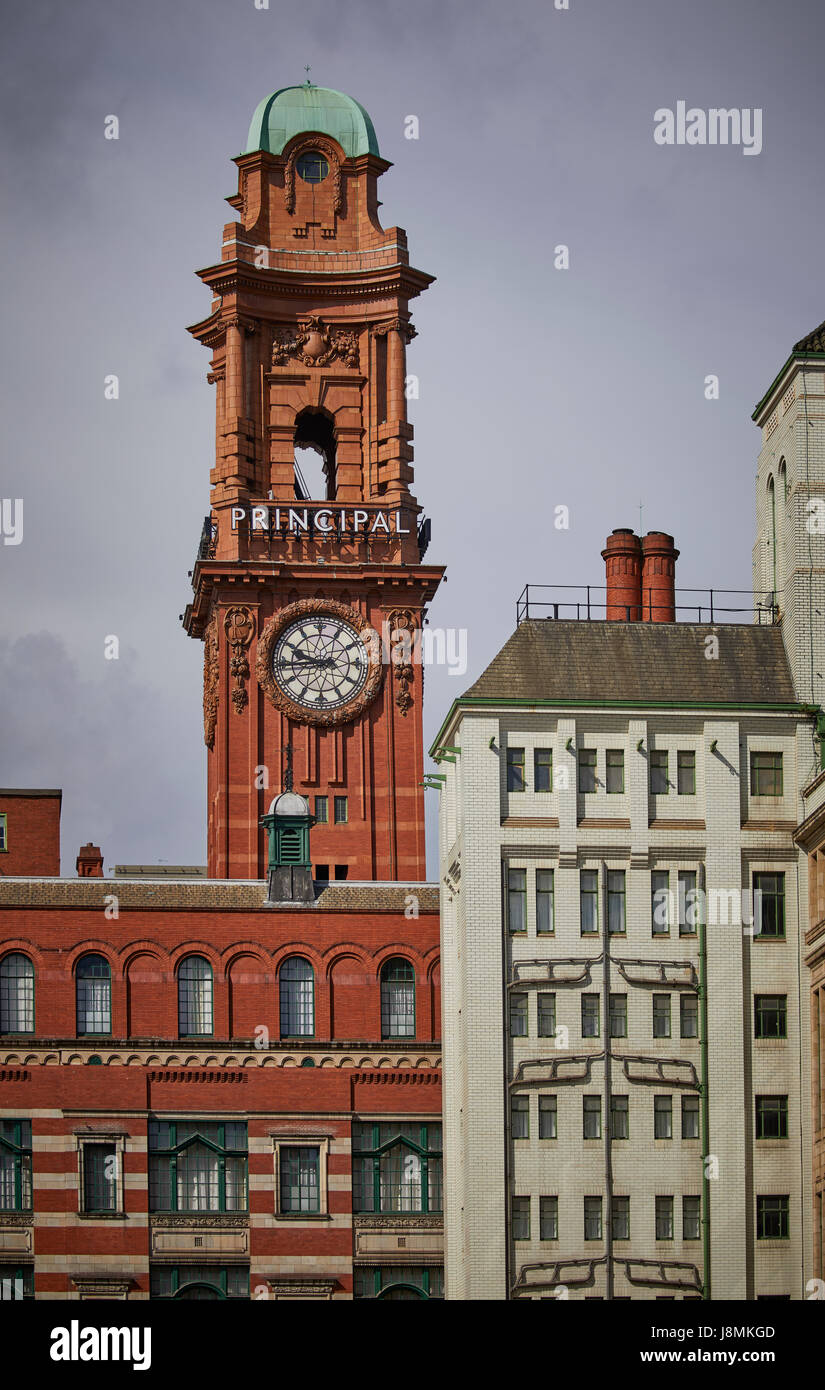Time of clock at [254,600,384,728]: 9:44
